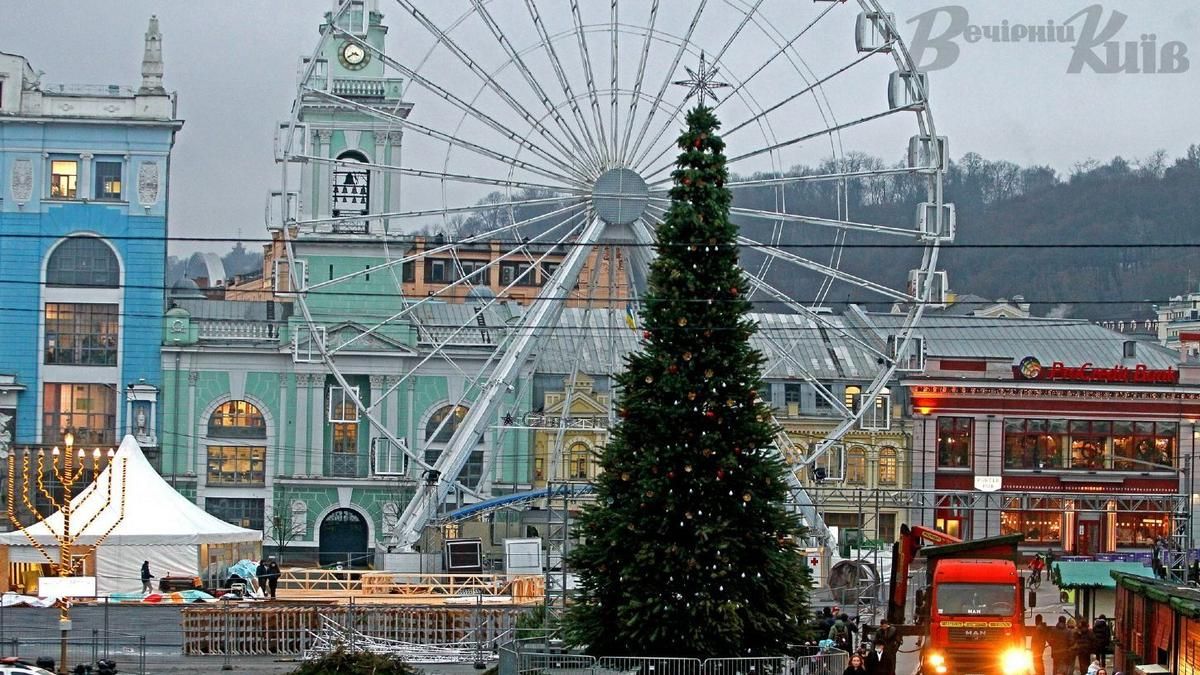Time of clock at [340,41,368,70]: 3:40
